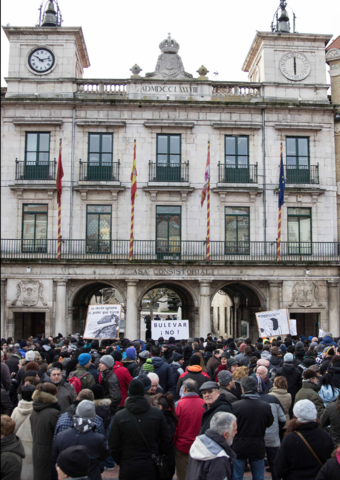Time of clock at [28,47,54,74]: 10:12
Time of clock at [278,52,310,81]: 6:00
